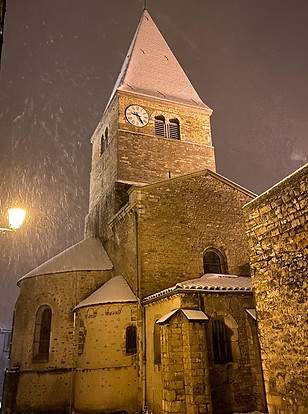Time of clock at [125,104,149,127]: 9:25
